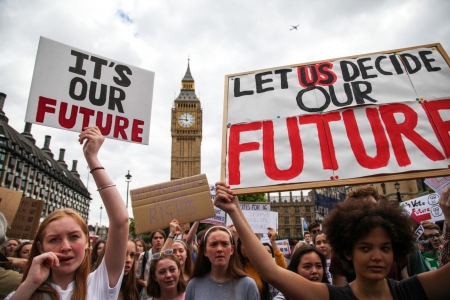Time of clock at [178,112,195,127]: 11:46
